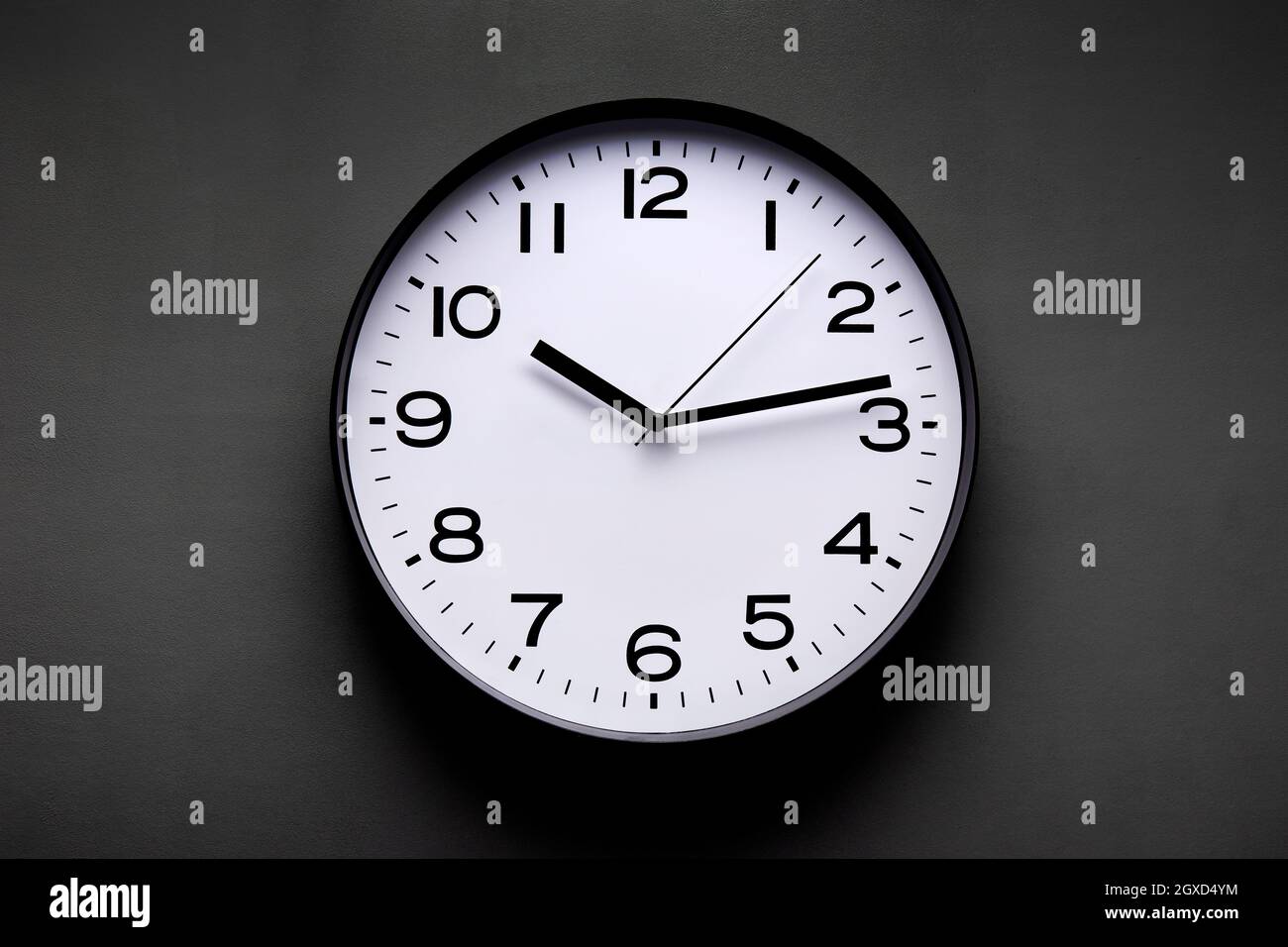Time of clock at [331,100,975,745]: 10:13
